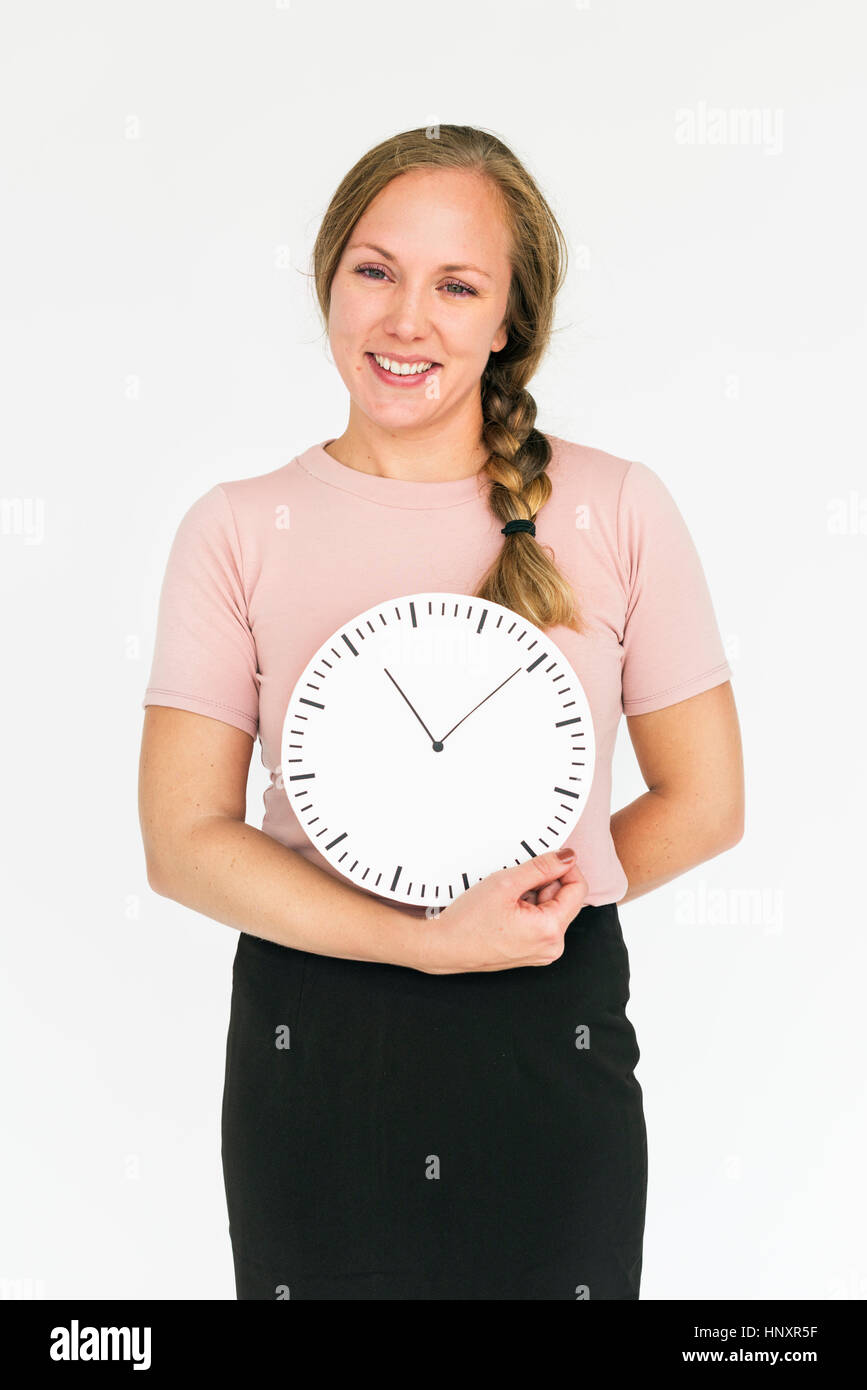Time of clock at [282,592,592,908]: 11:09
